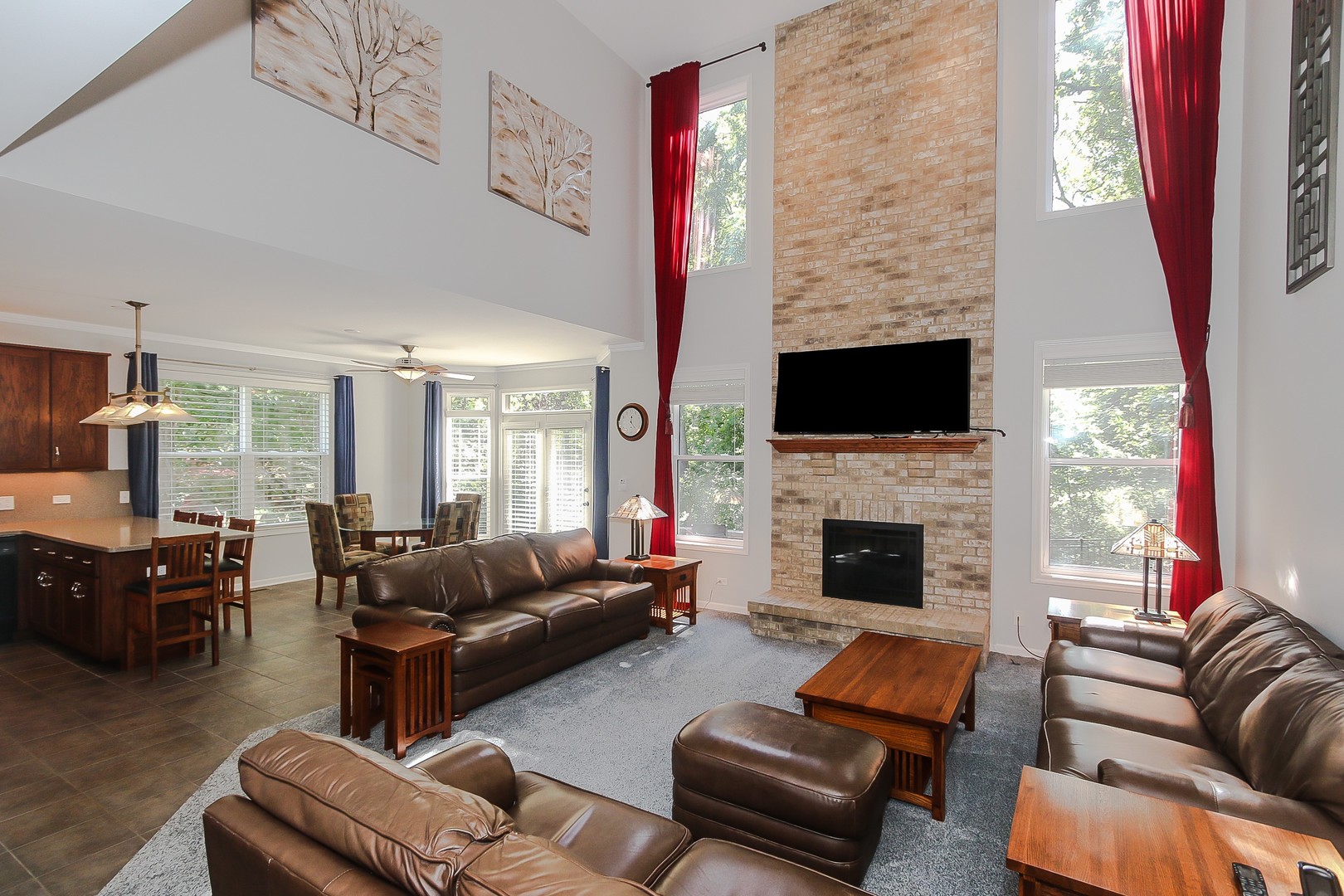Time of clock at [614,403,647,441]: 12:23
